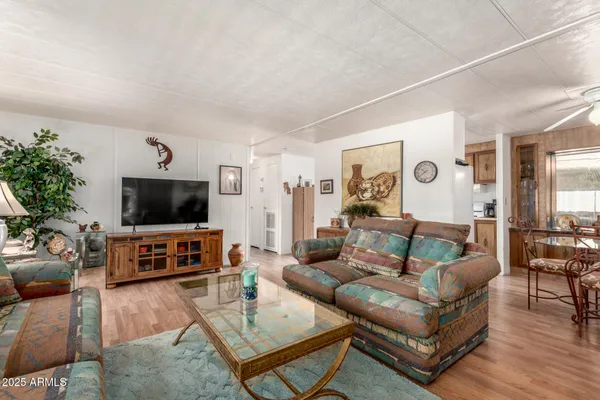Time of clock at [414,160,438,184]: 10:39
